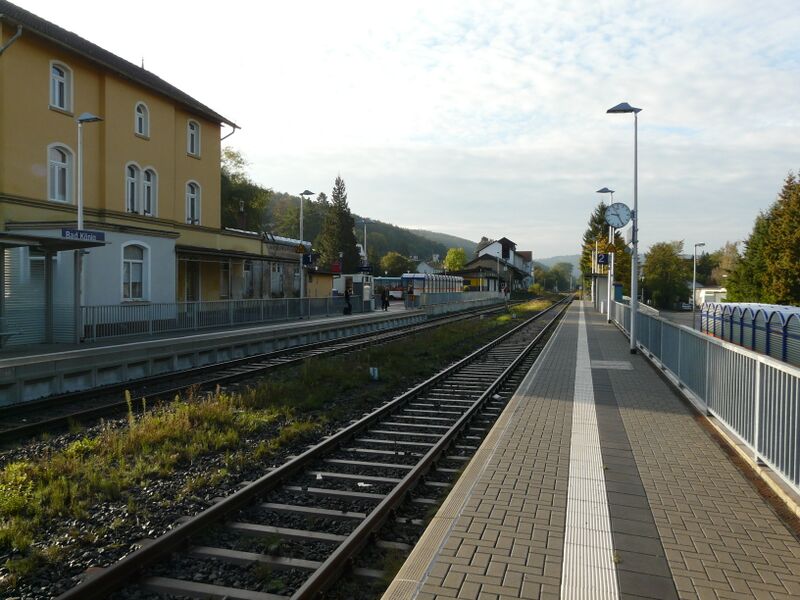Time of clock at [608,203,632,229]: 9:25
